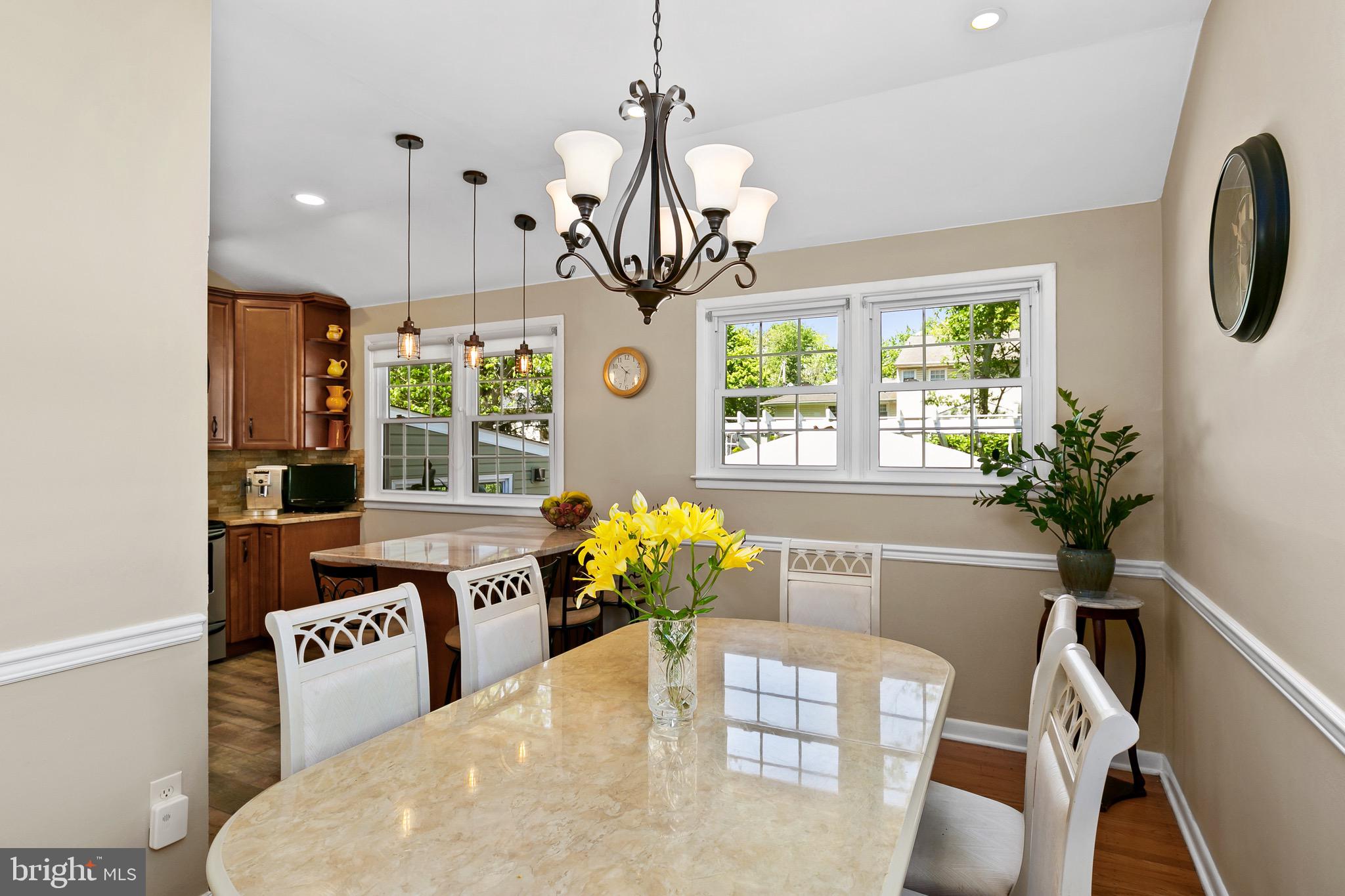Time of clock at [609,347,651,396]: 10:32
